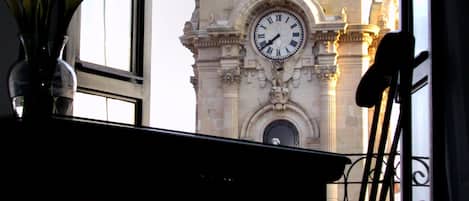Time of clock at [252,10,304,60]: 7:38
